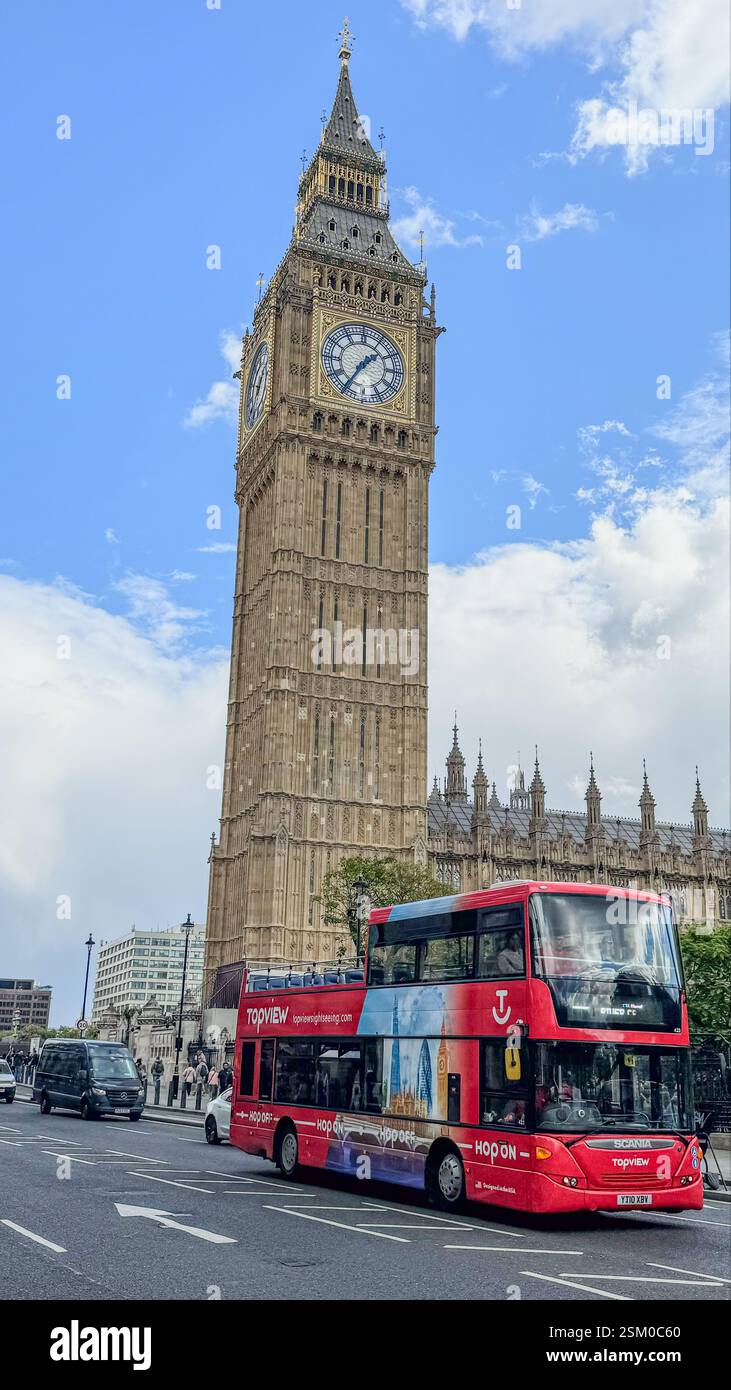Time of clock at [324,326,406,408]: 1:35
